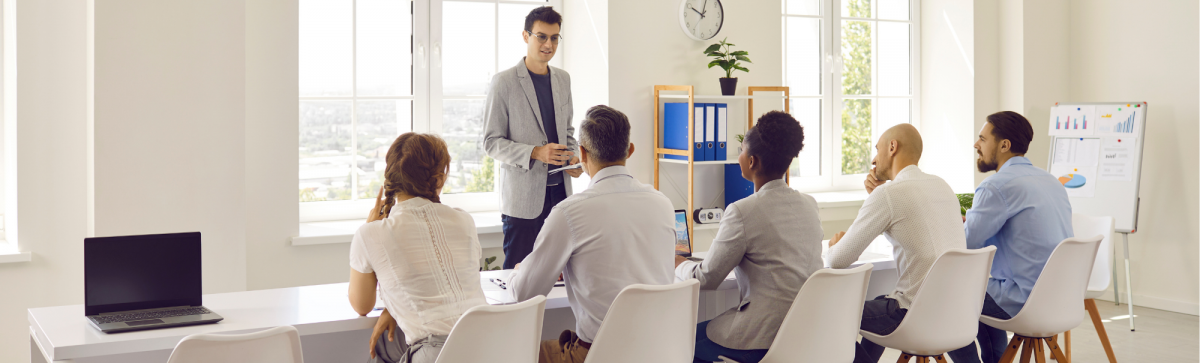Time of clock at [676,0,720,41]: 10:03
